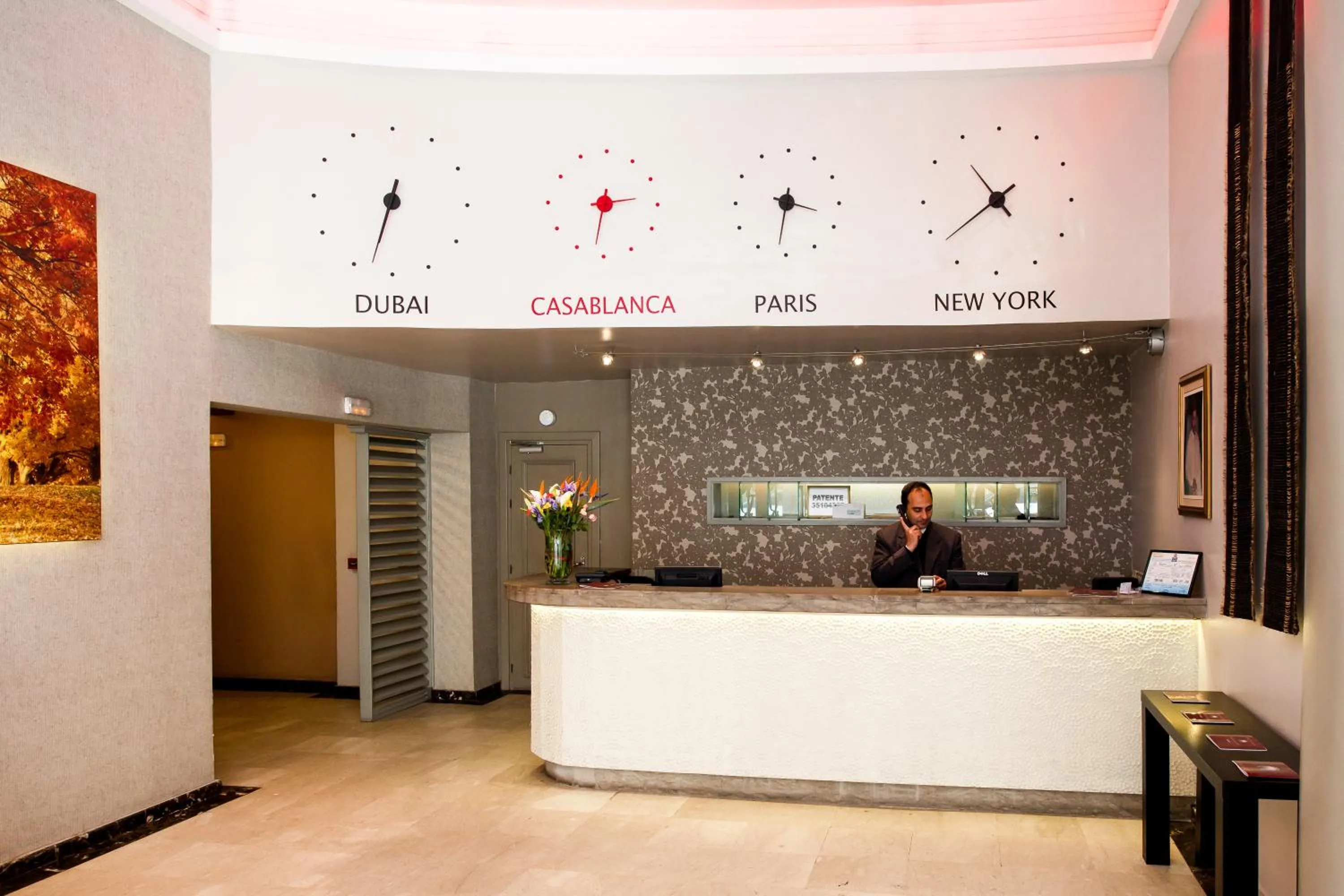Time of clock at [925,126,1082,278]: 10:38
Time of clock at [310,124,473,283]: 6:32
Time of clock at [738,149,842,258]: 3:31
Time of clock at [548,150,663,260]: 2:31
